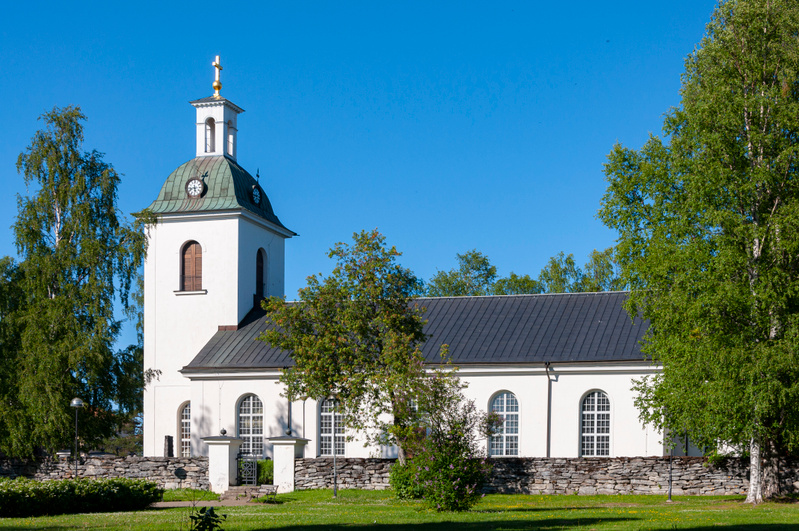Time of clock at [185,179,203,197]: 5:42
